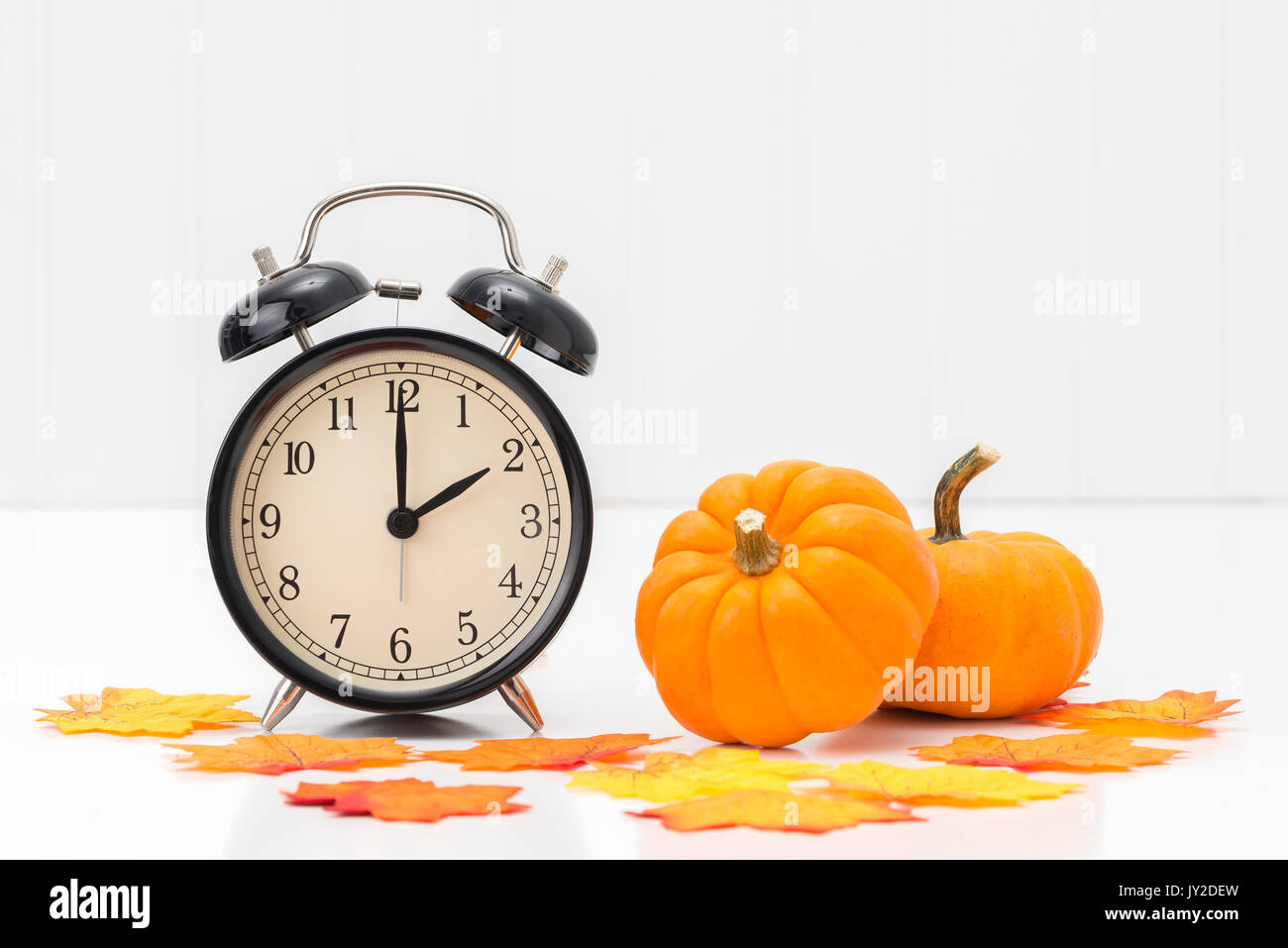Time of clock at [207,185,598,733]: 2:00
